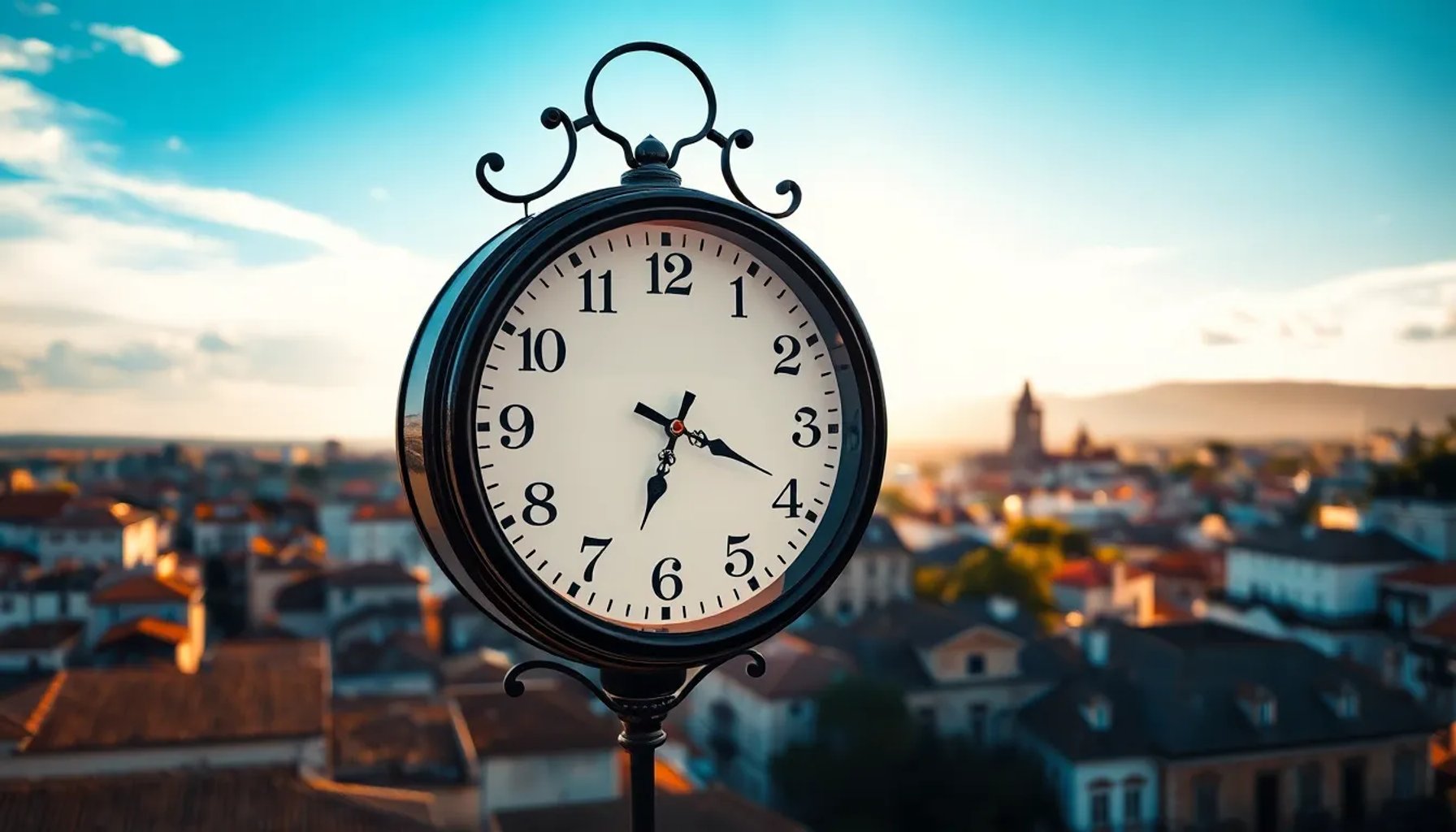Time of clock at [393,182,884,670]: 6:18
